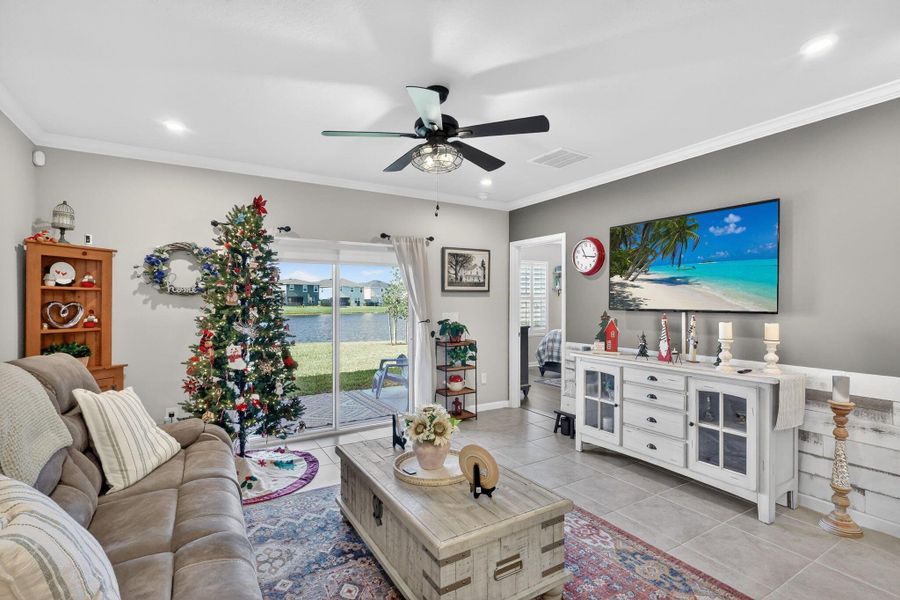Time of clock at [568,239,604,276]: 11:16
